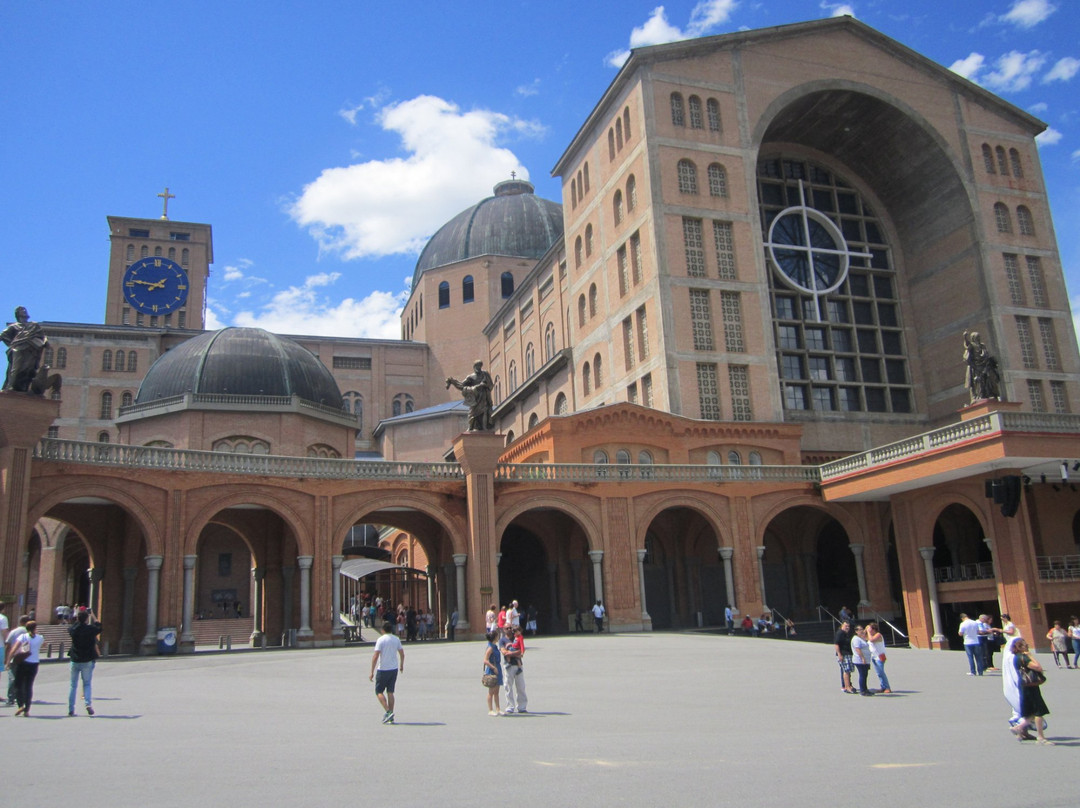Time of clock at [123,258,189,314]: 1:46
